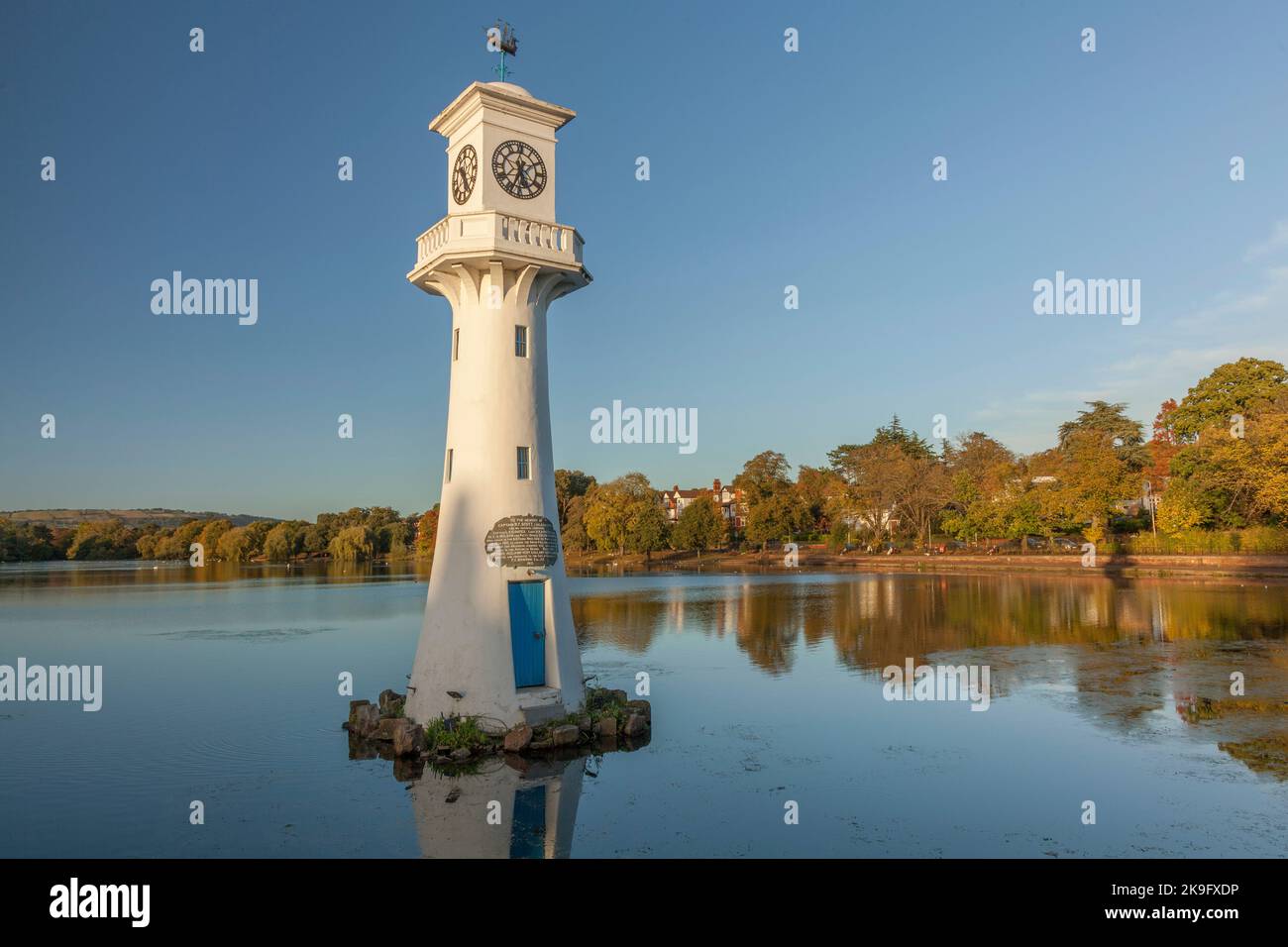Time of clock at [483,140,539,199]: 5:33
